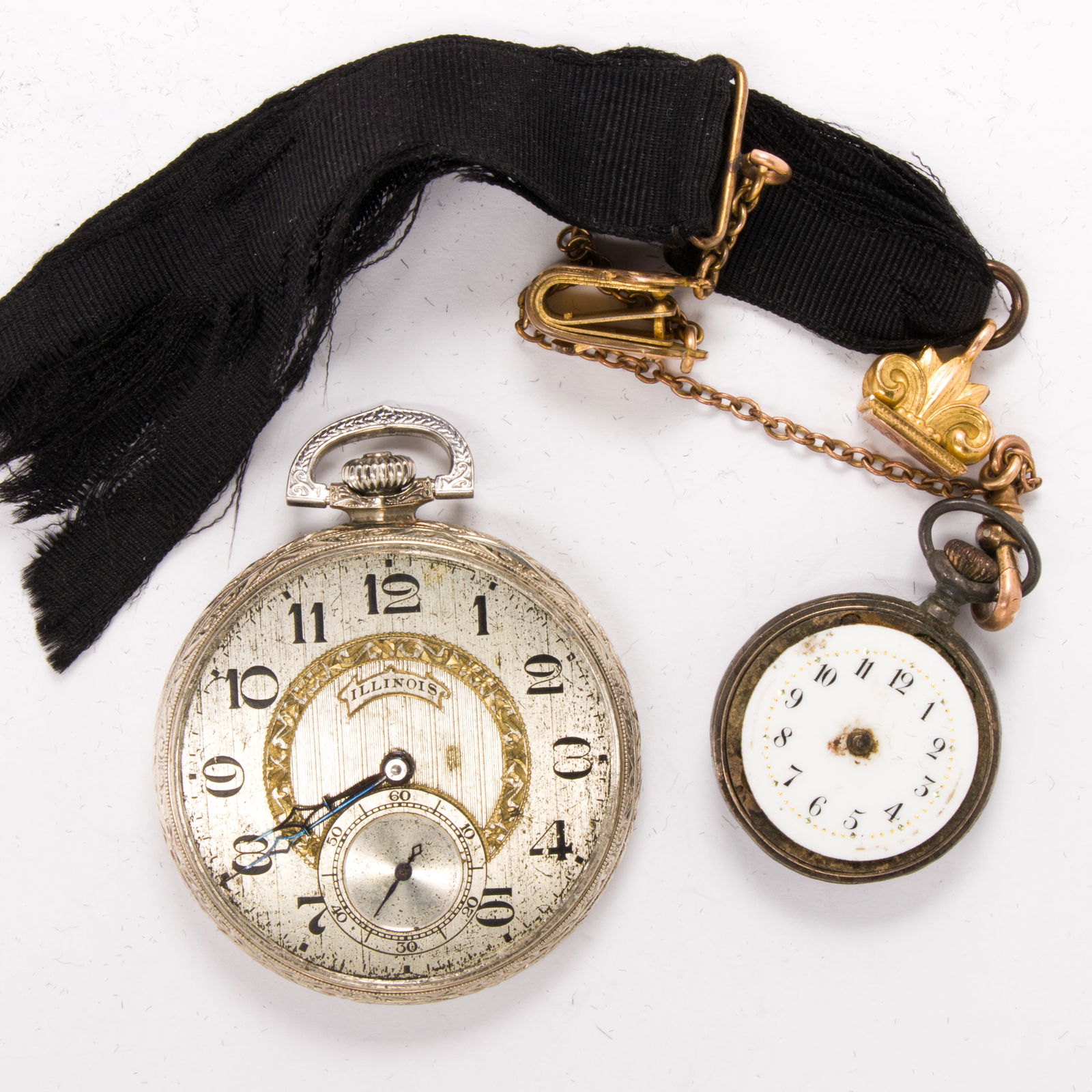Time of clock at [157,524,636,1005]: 7:40
